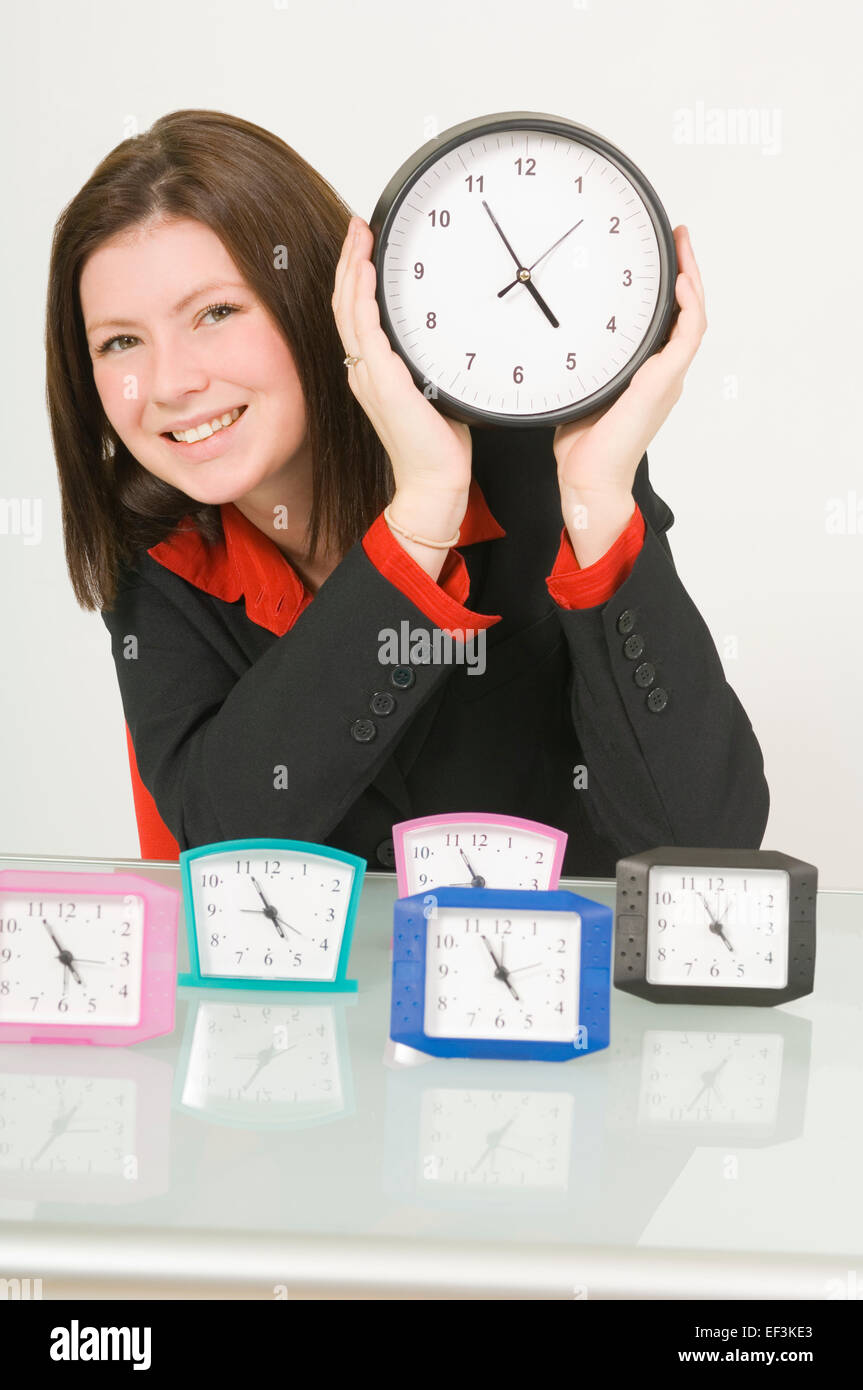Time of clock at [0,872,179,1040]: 4:55
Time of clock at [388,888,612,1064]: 4:55
